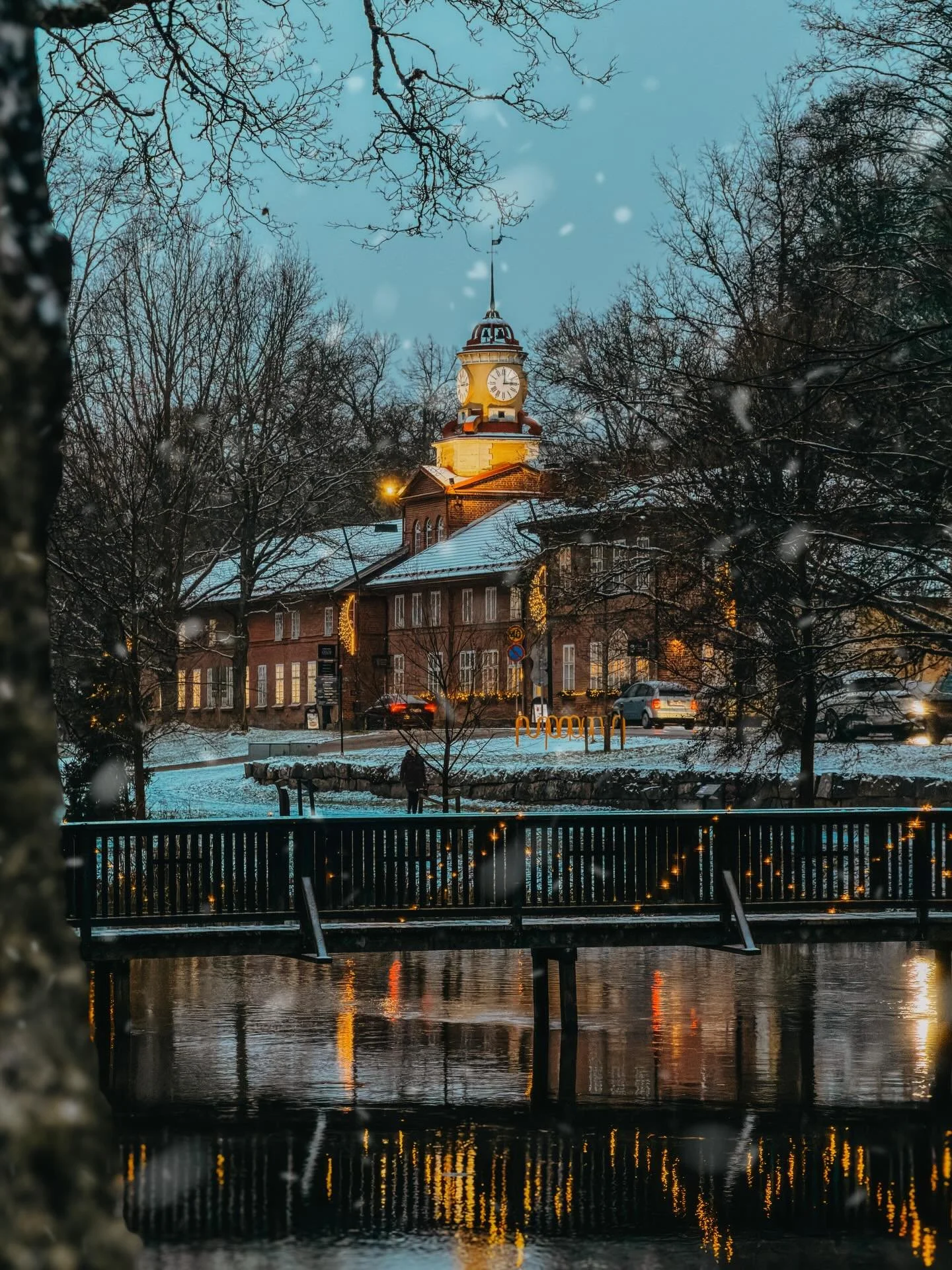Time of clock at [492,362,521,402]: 3:00
